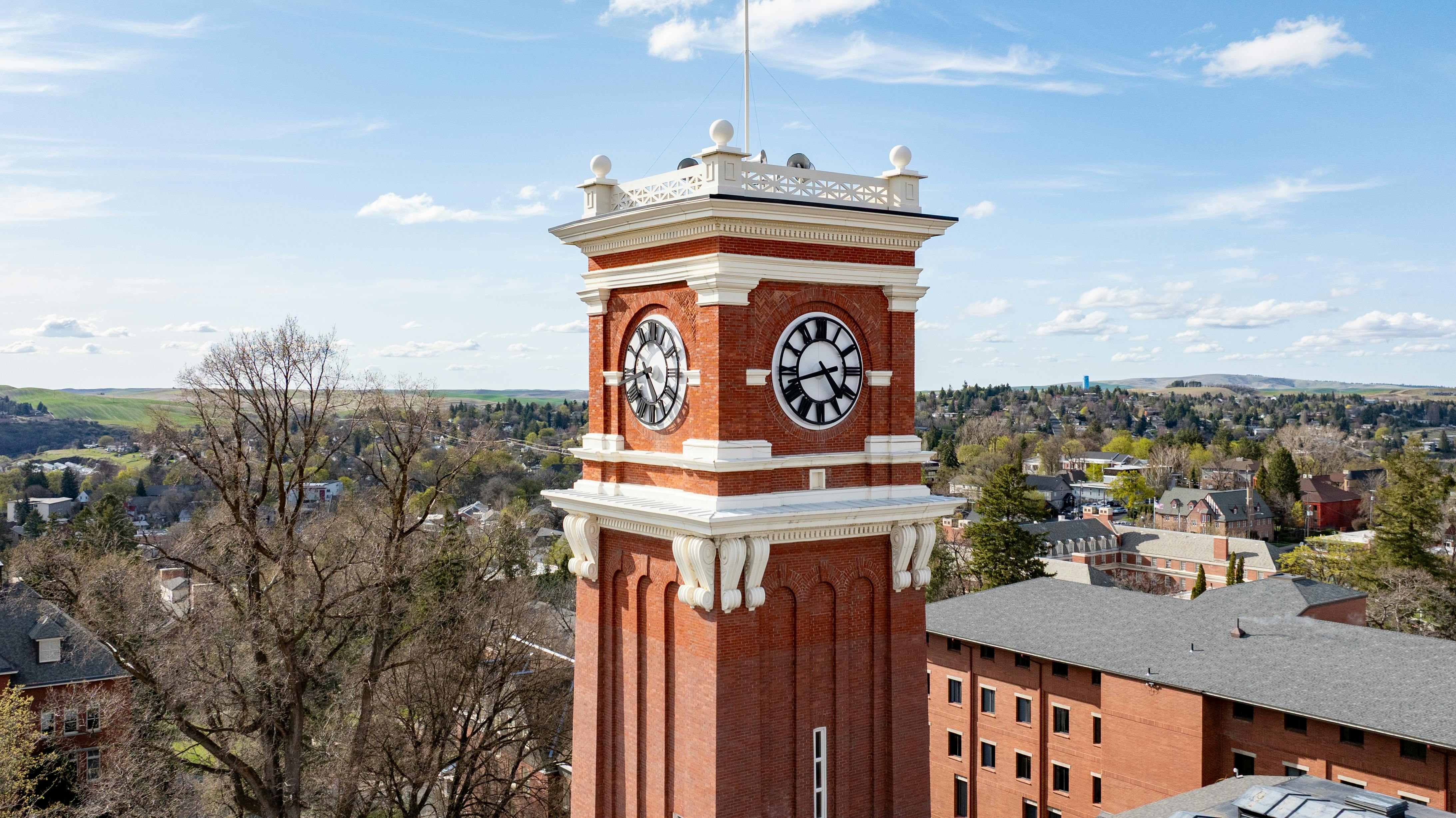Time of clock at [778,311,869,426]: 4:42
